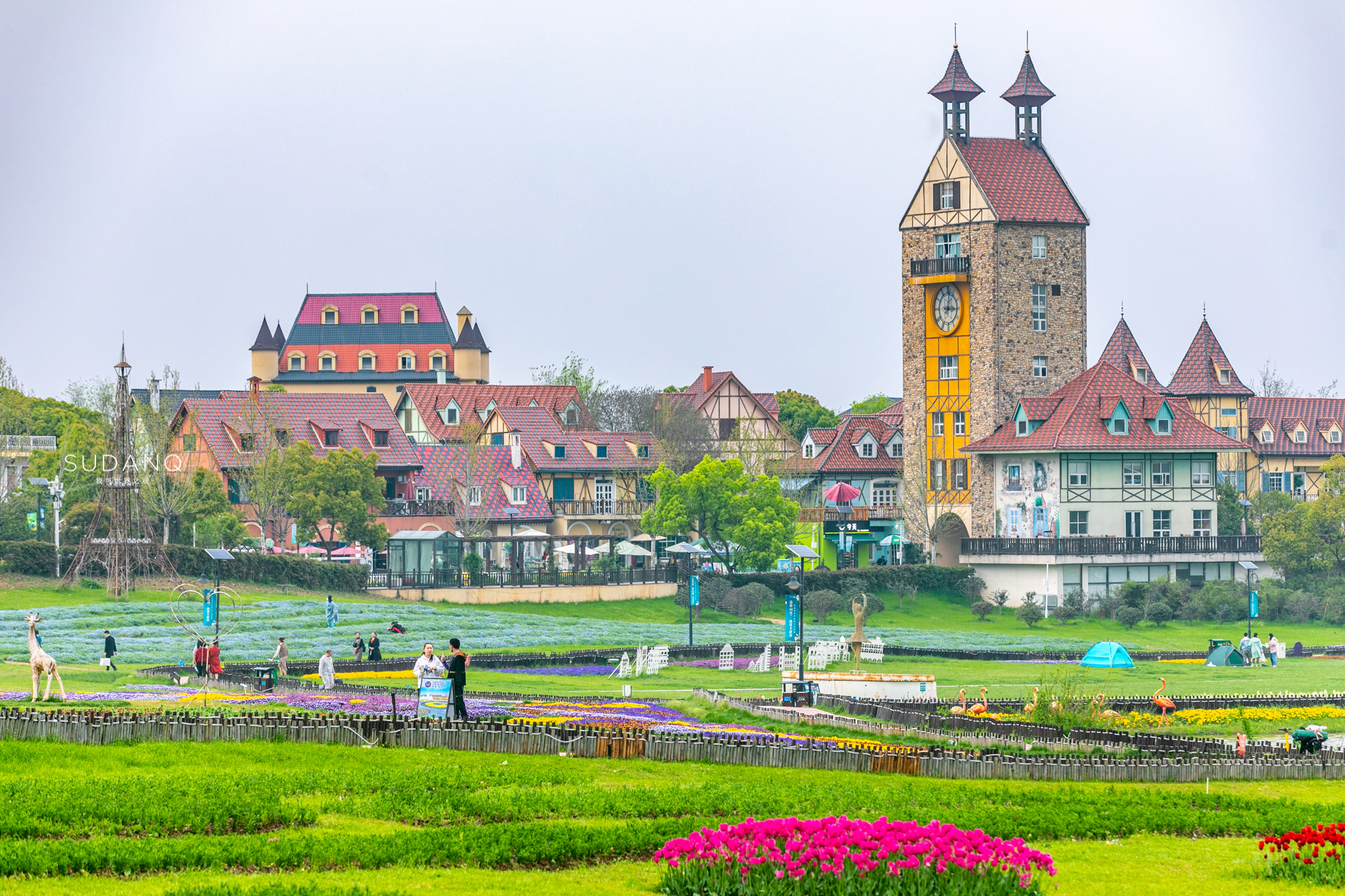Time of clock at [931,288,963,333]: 3:01
